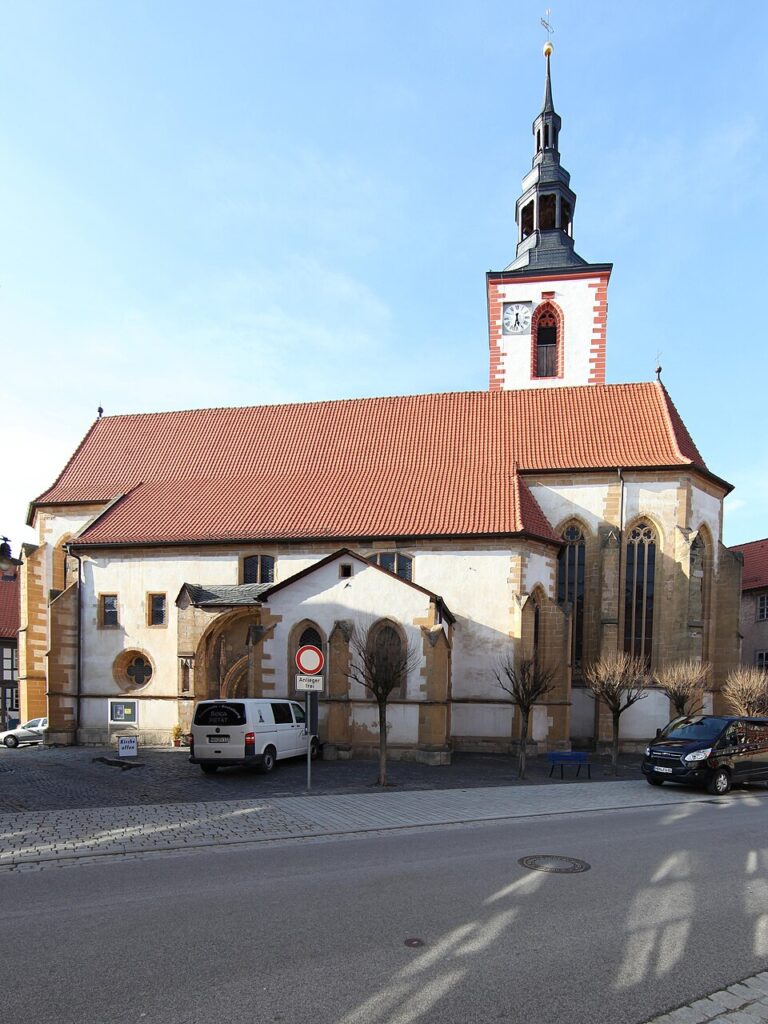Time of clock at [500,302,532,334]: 5:31
